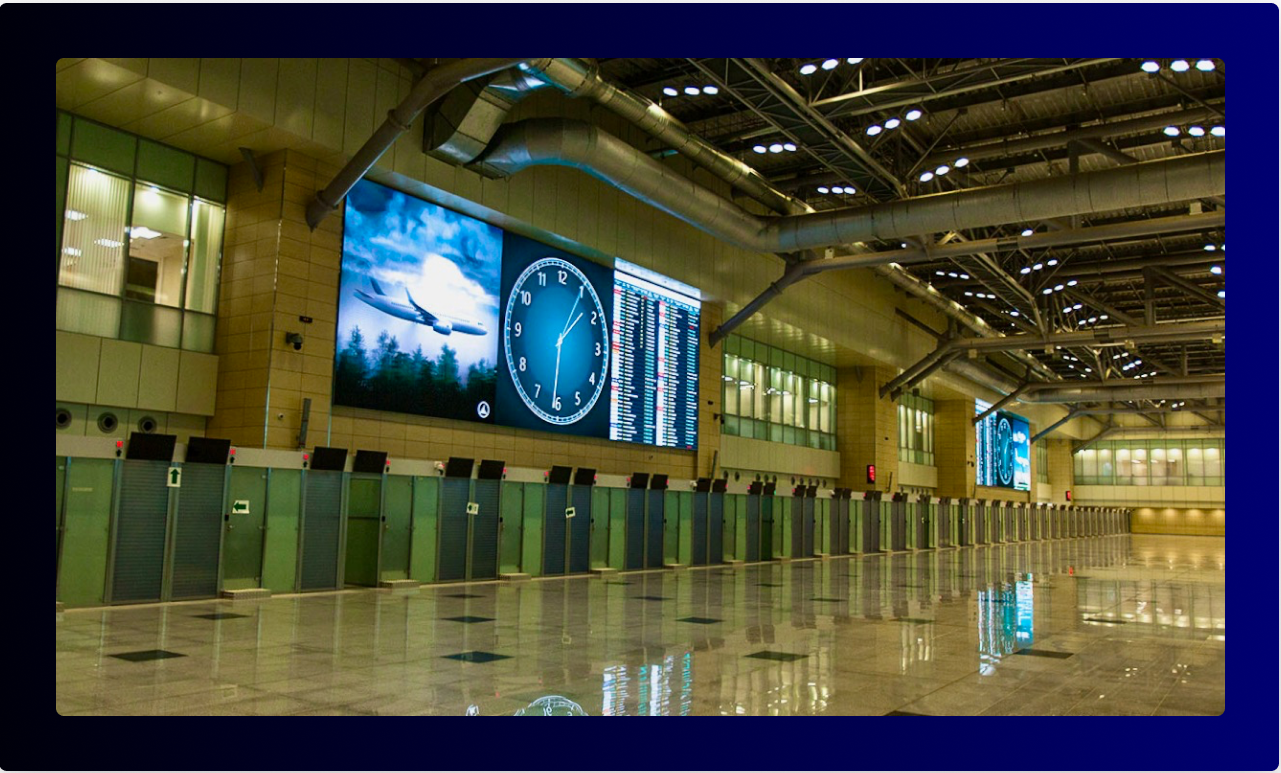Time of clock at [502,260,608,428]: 1:31
